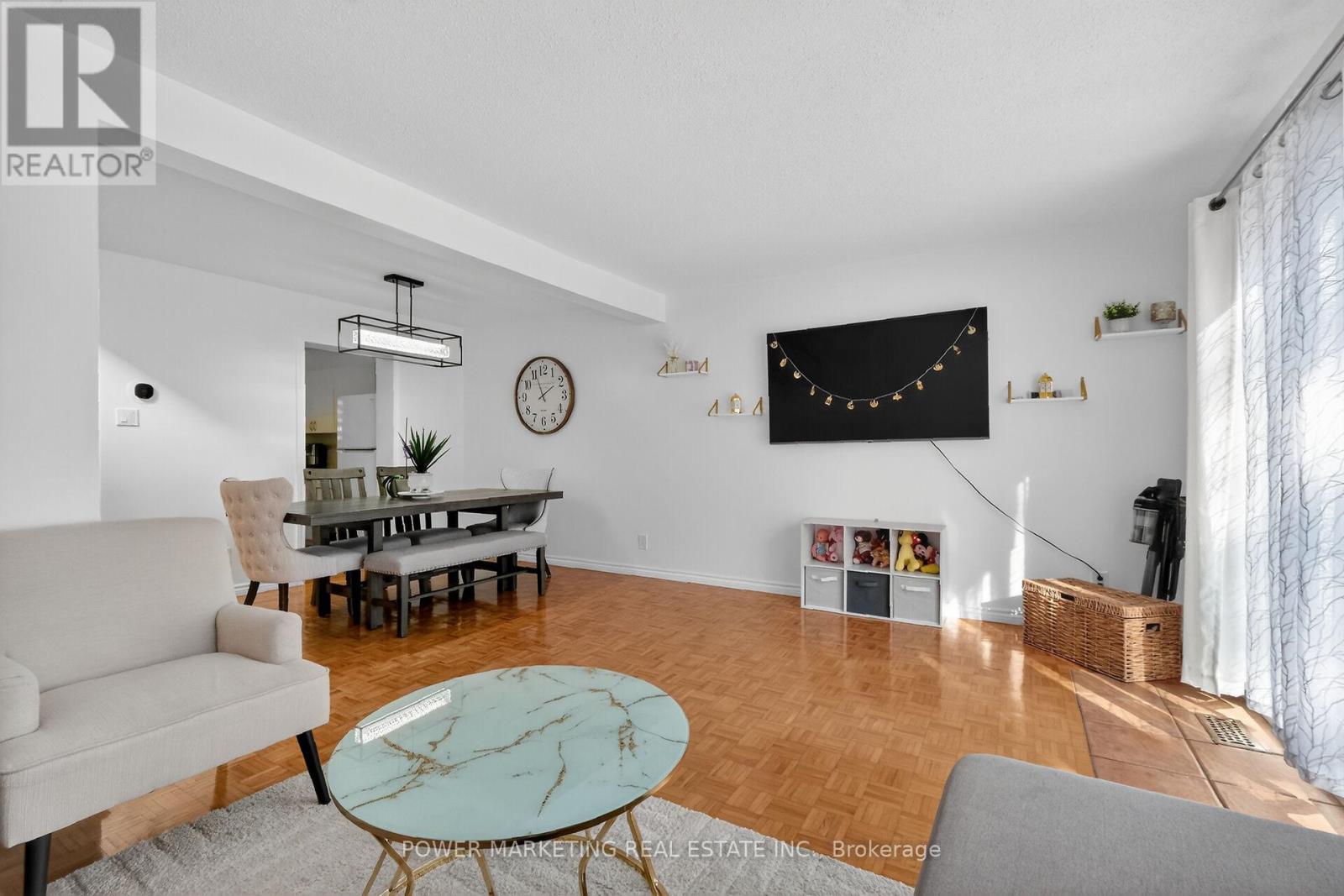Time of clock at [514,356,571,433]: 1:56
